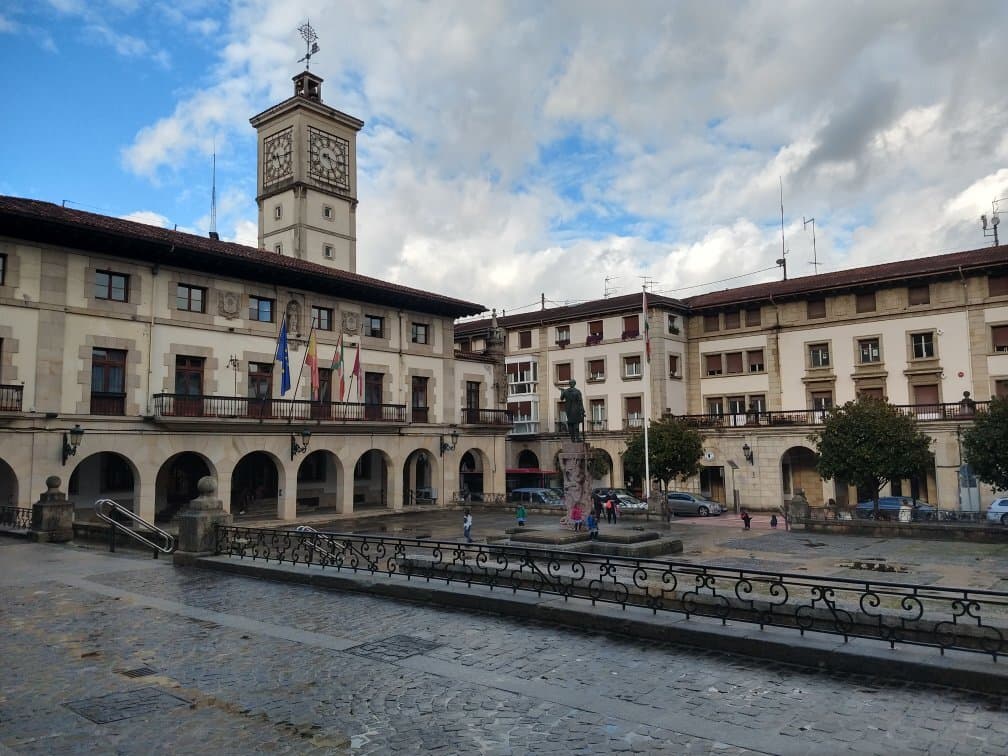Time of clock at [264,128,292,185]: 5:15
